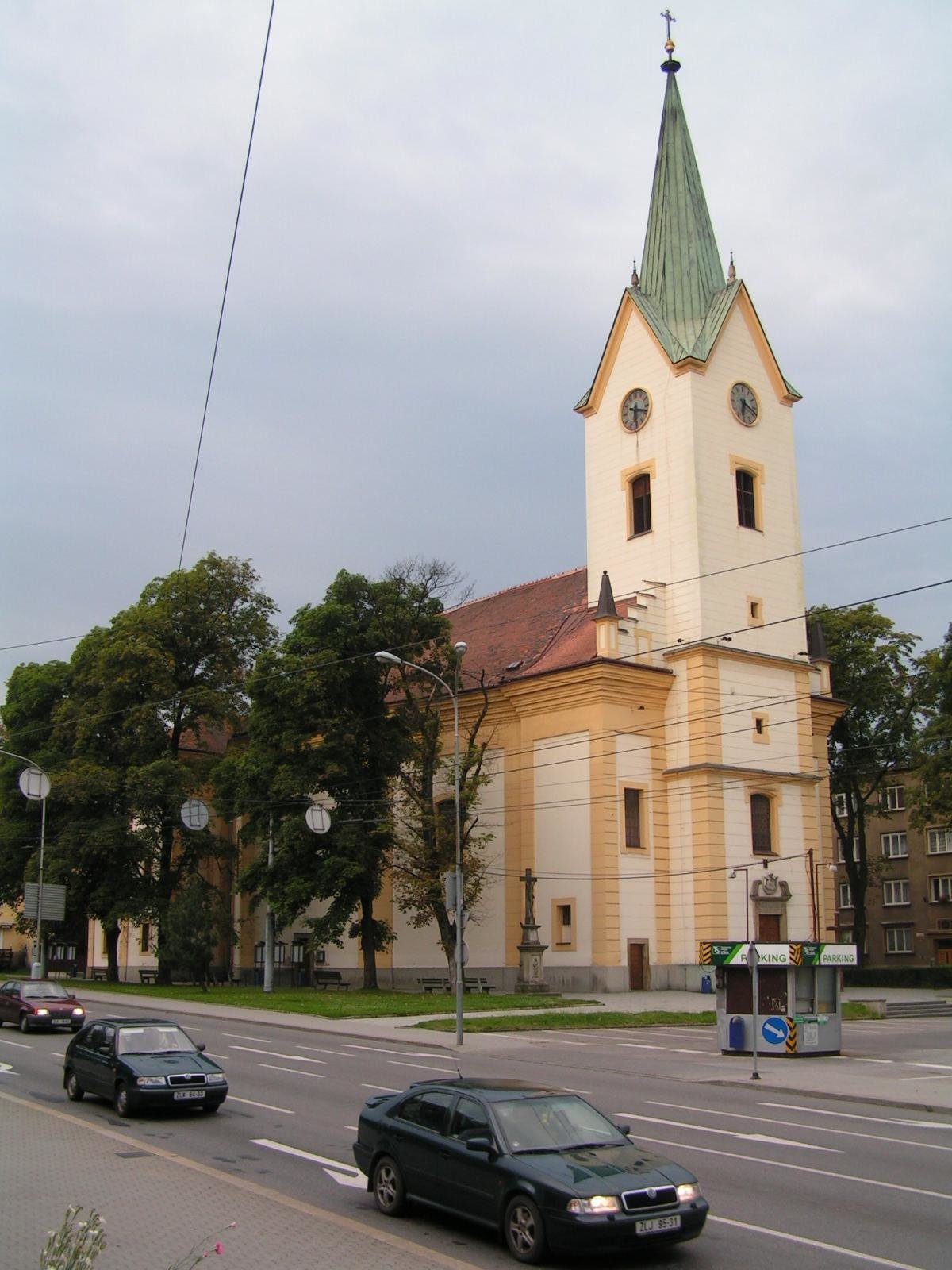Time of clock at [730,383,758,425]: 6:18
